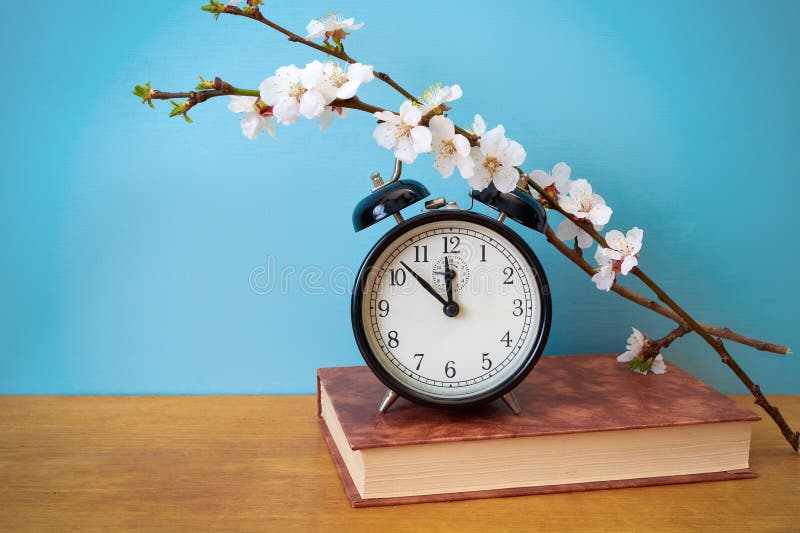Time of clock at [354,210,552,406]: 11:52
